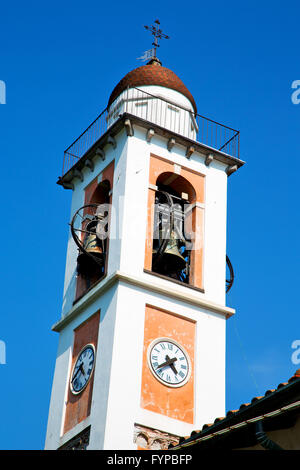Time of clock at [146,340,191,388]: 4:38
